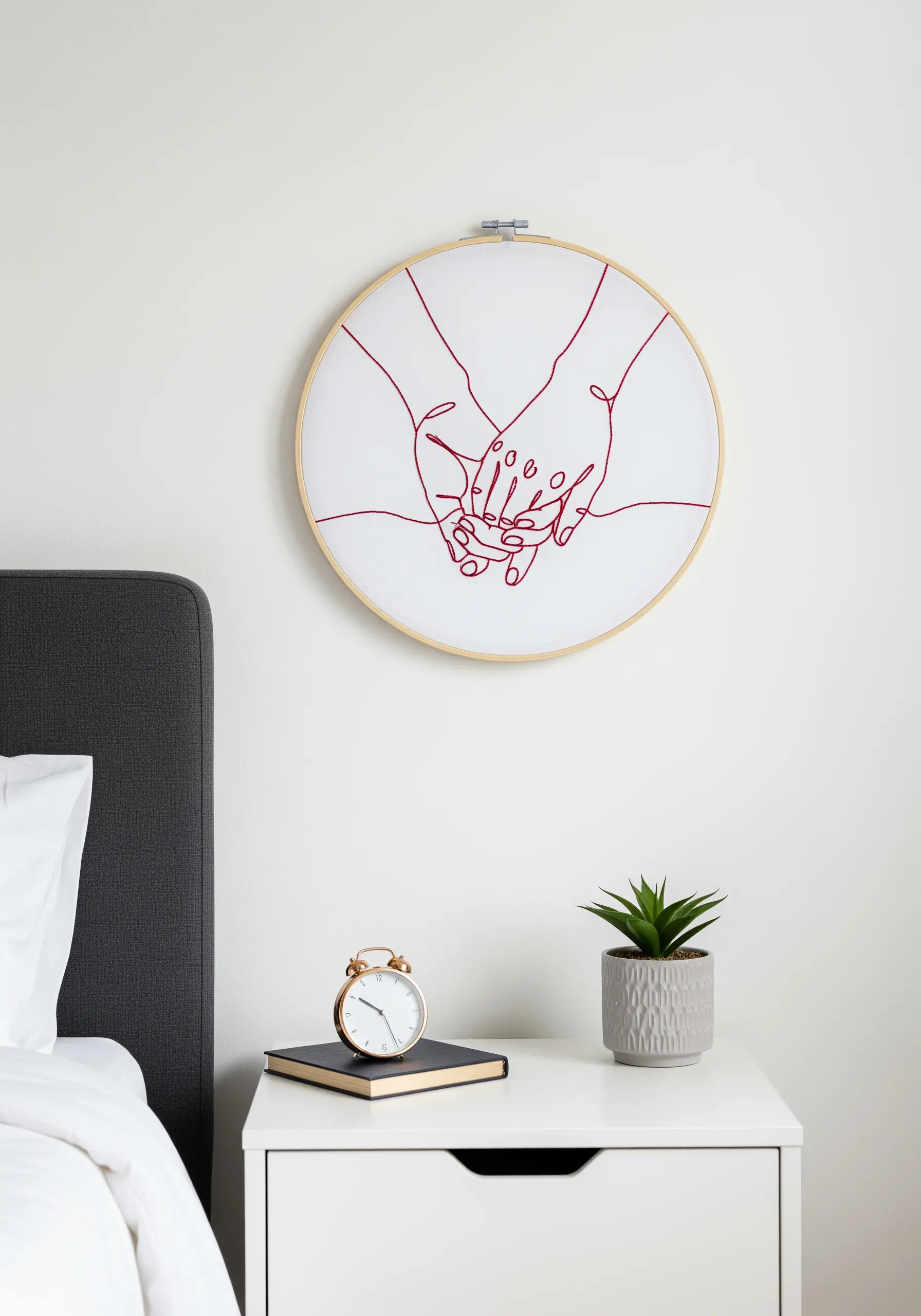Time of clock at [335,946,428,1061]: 9:50
